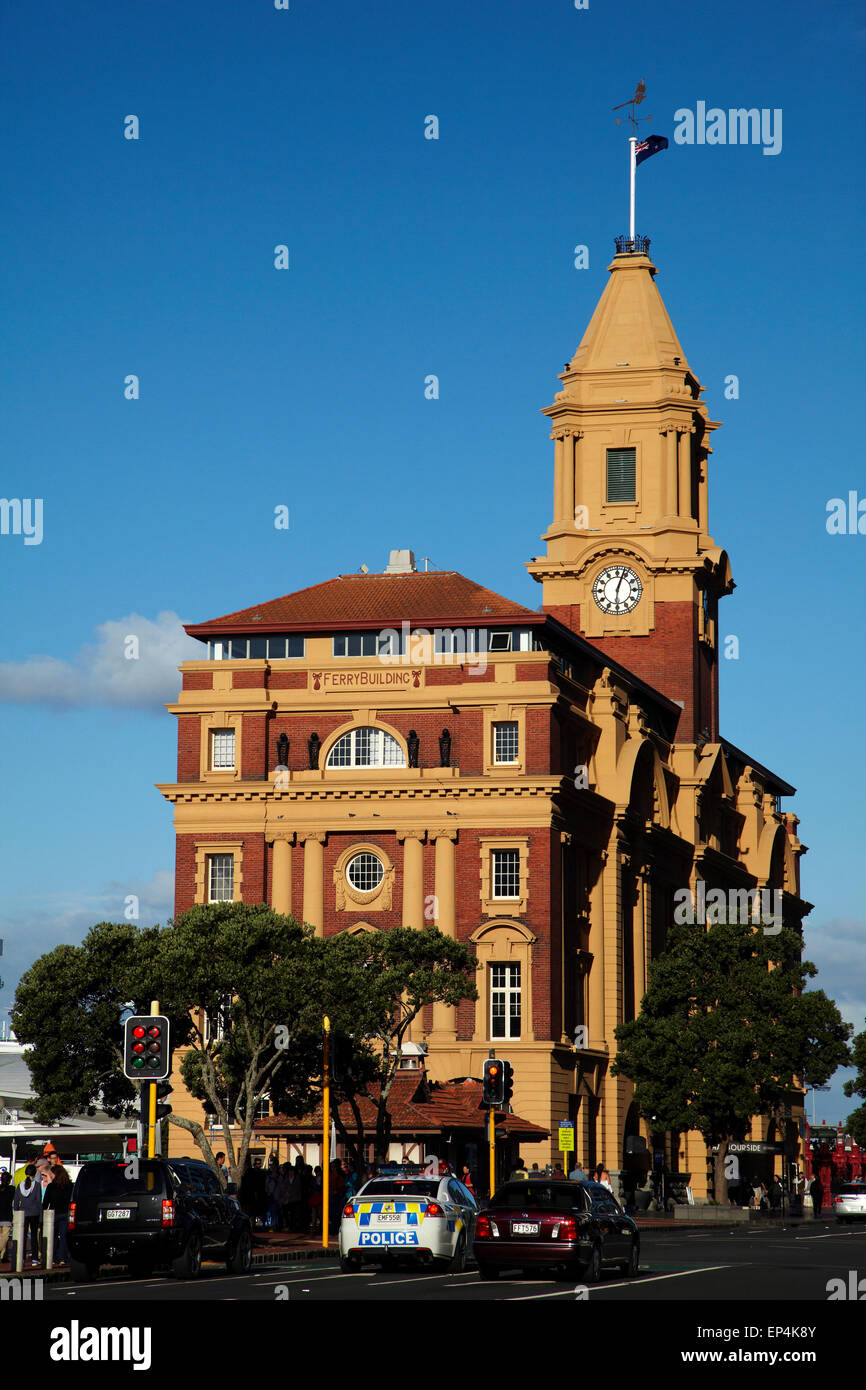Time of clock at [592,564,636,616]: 6:03
